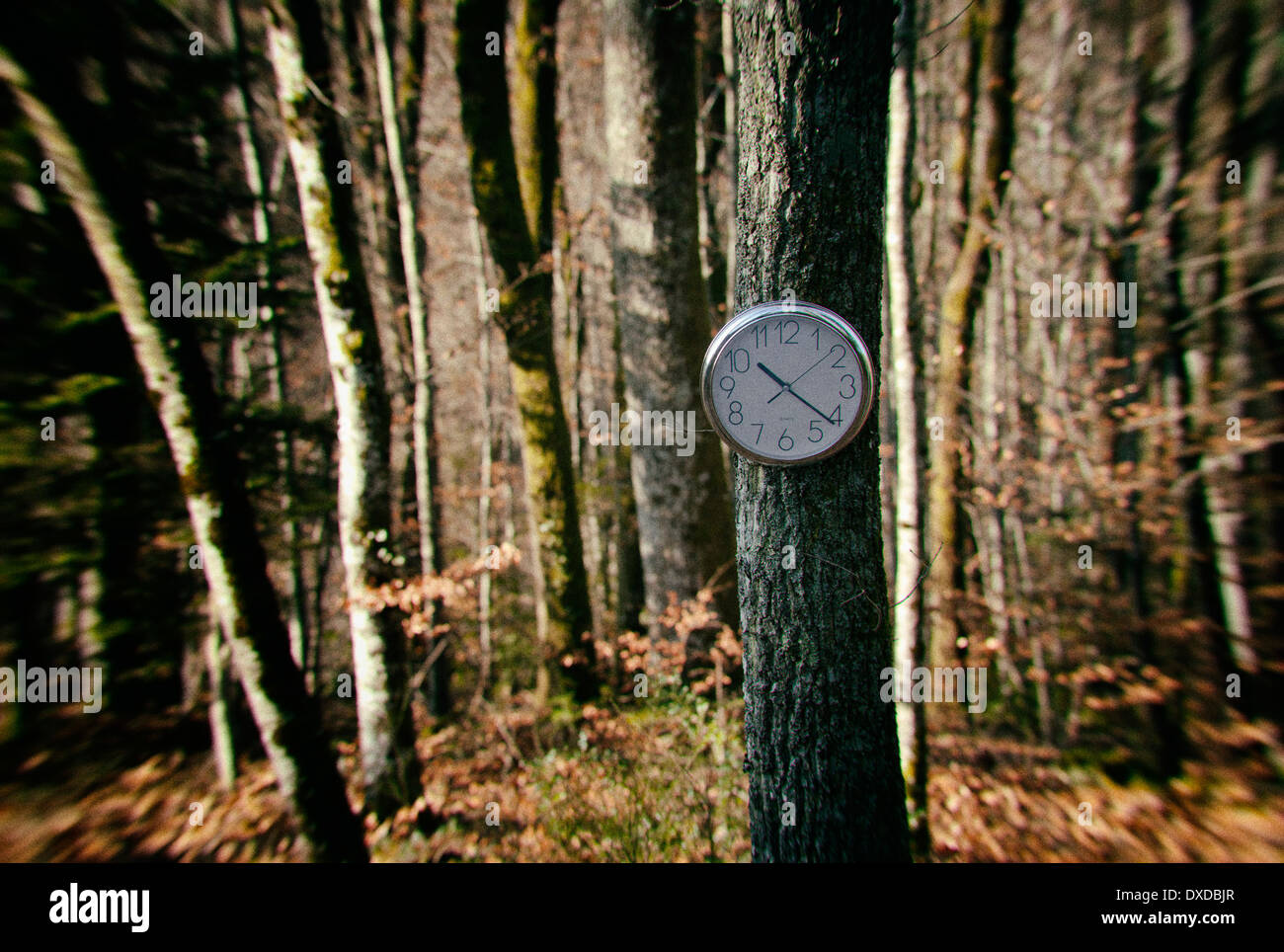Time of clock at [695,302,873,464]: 10:21
